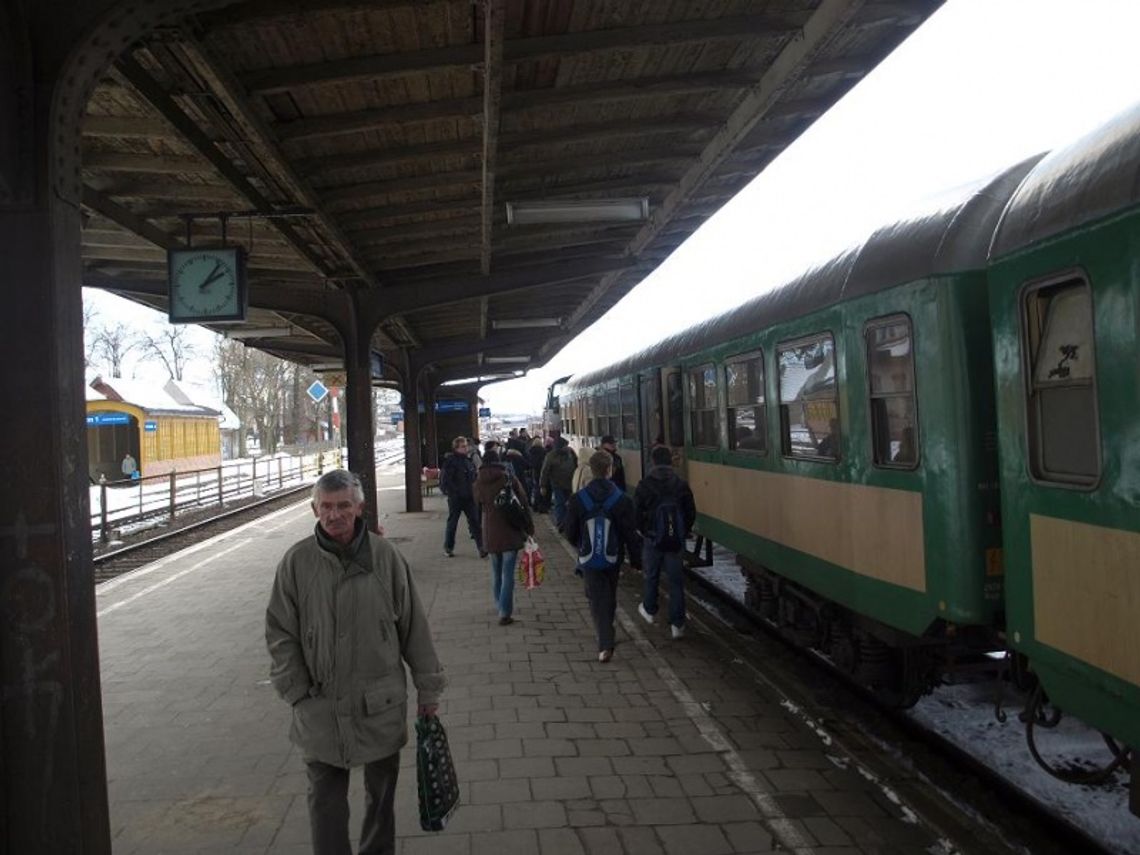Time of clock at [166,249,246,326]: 2:06
